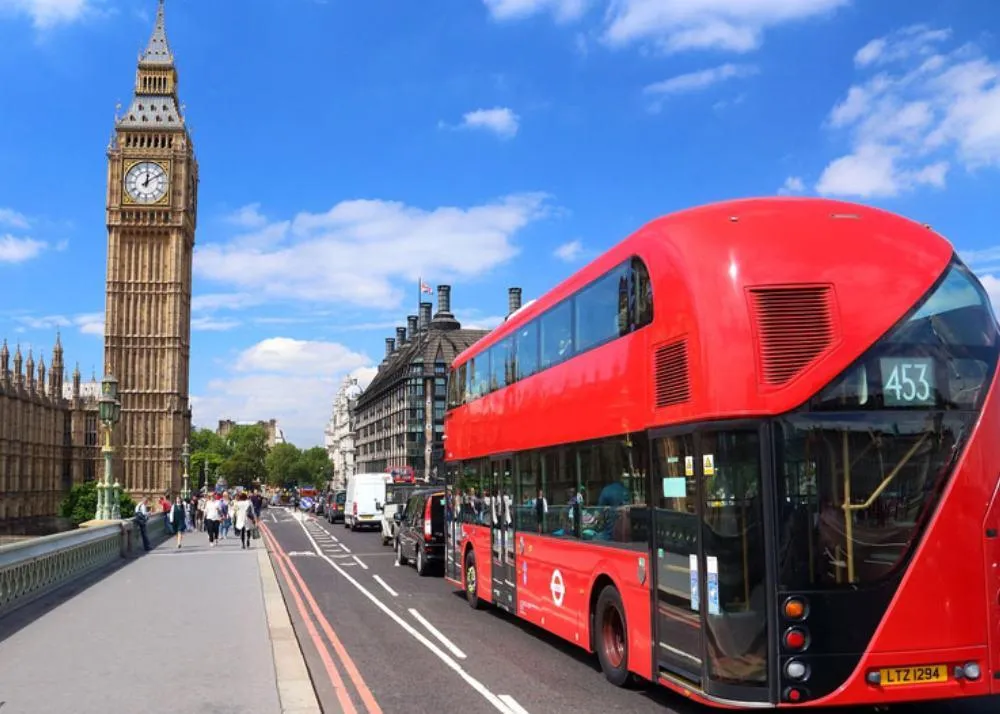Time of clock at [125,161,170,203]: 12:09
